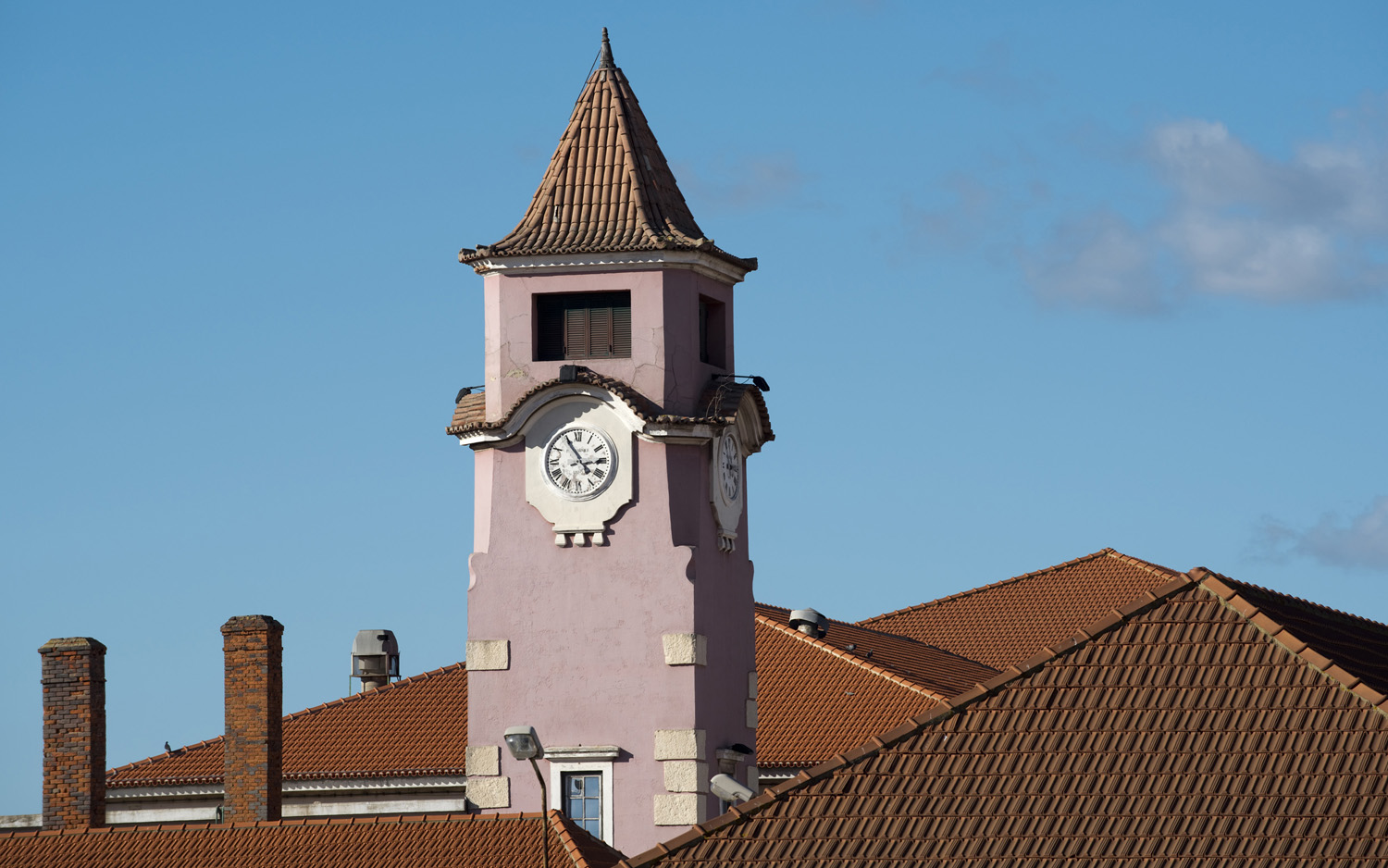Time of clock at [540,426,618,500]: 2:54
